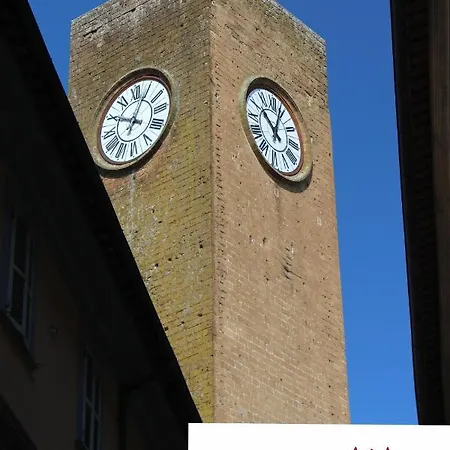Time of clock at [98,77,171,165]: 10:04
